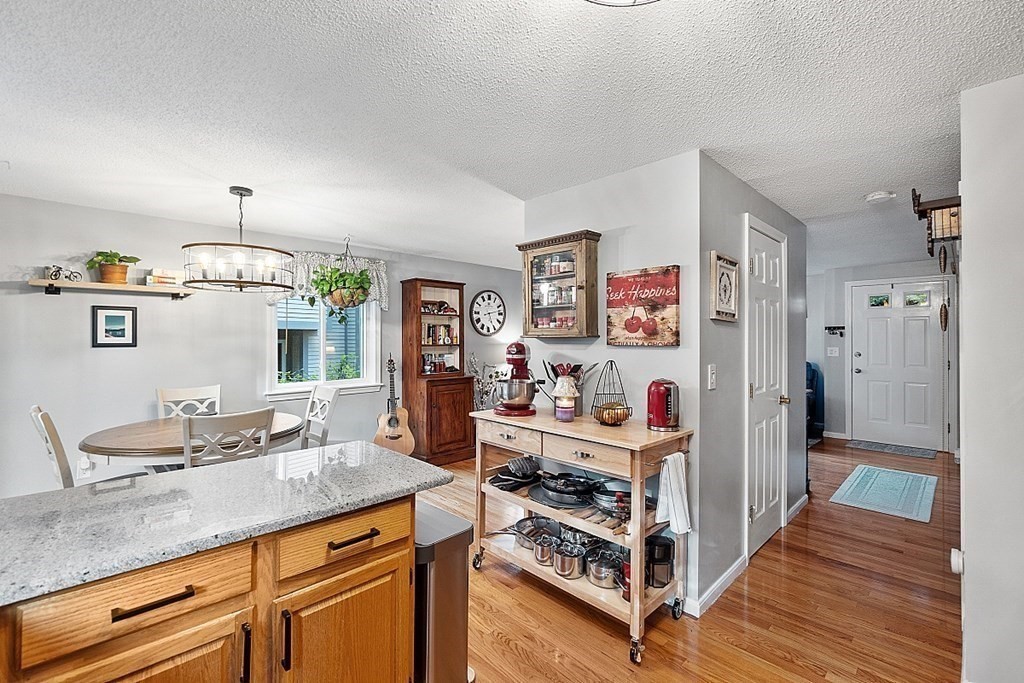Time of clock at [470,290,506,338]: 5:12
